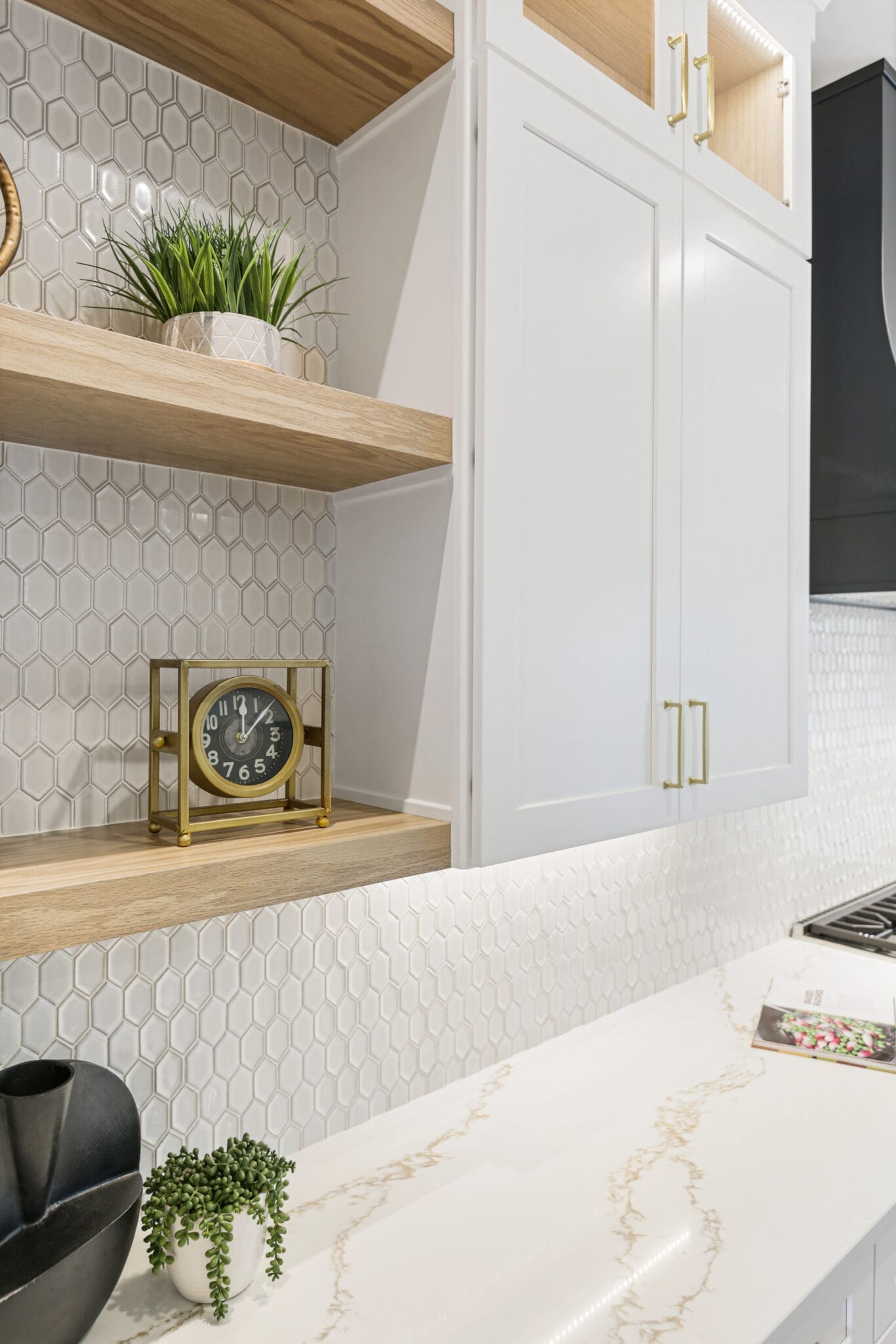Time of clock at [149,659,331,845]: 12:07
